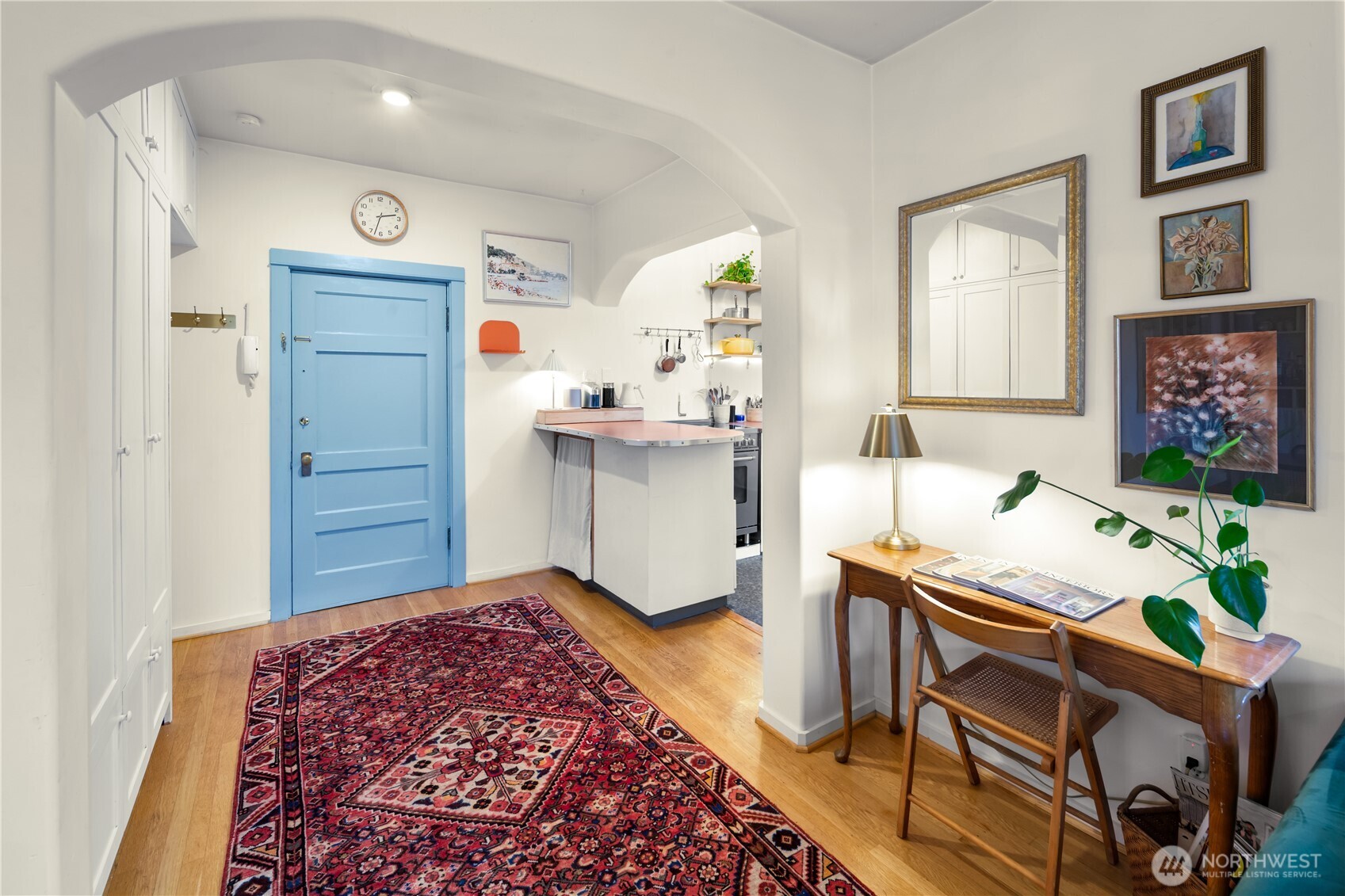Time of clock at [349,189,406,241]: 2:32
